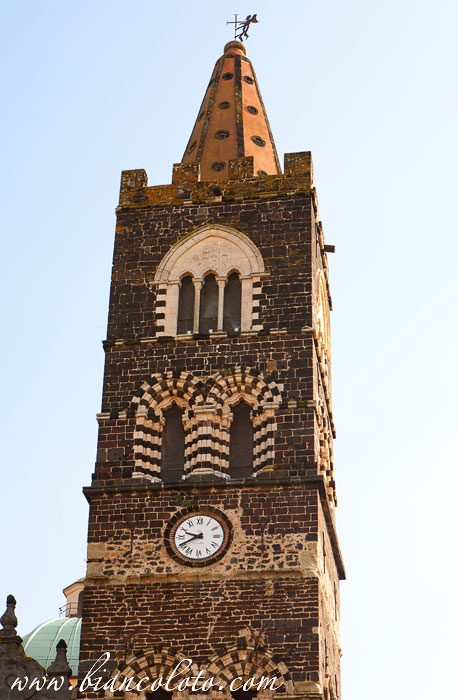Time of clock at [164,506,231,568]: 9:40
